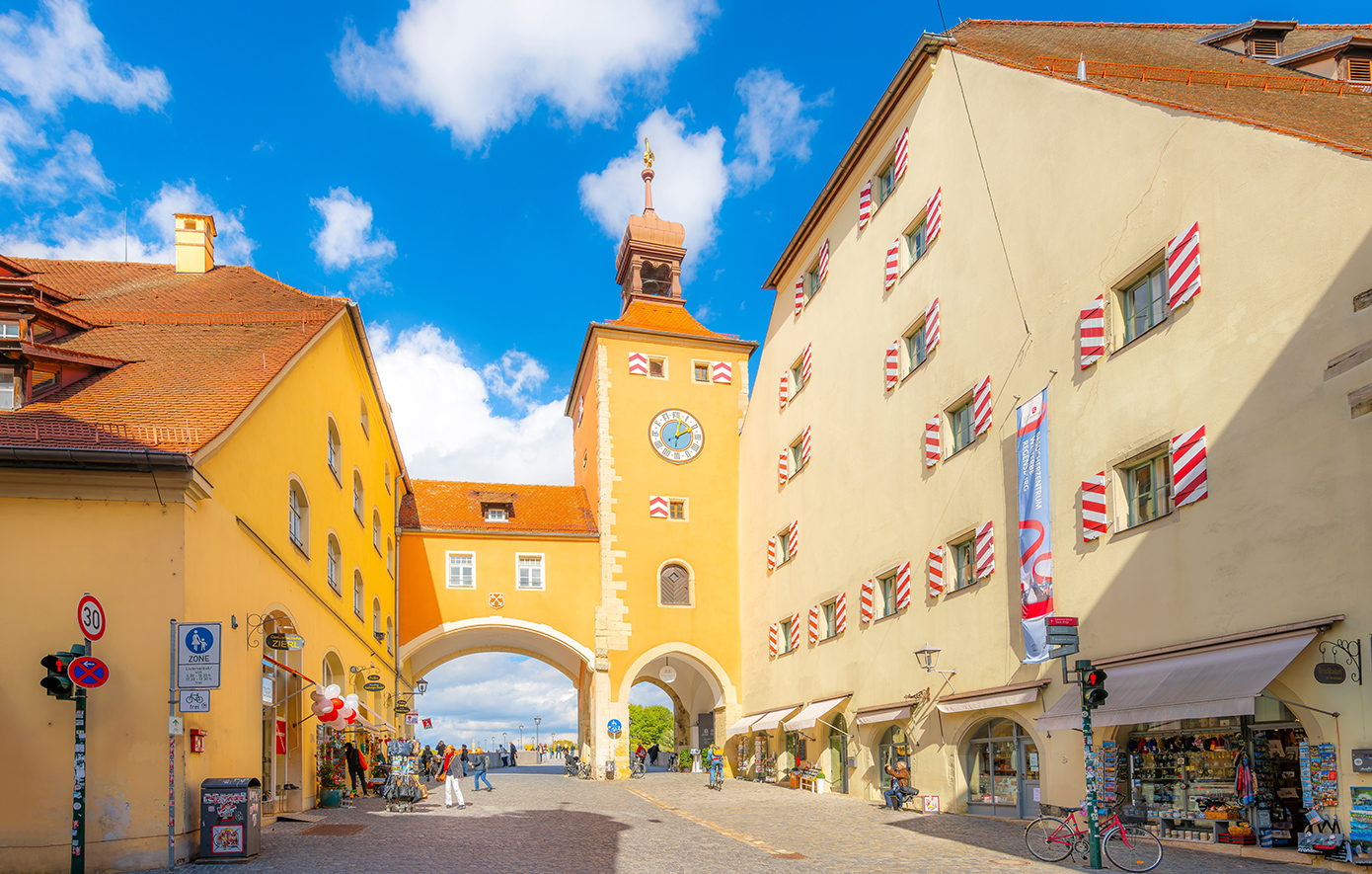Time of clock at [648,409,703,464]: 2:02
